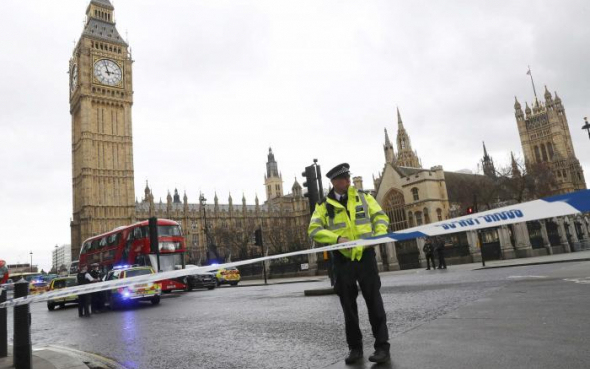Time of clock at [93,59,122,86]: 2:57
